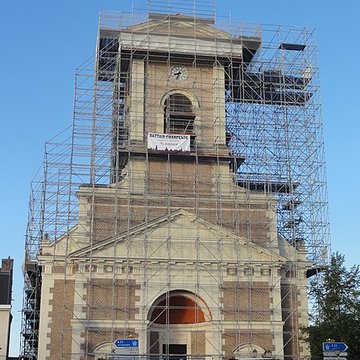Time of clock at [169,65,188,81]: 8:33
